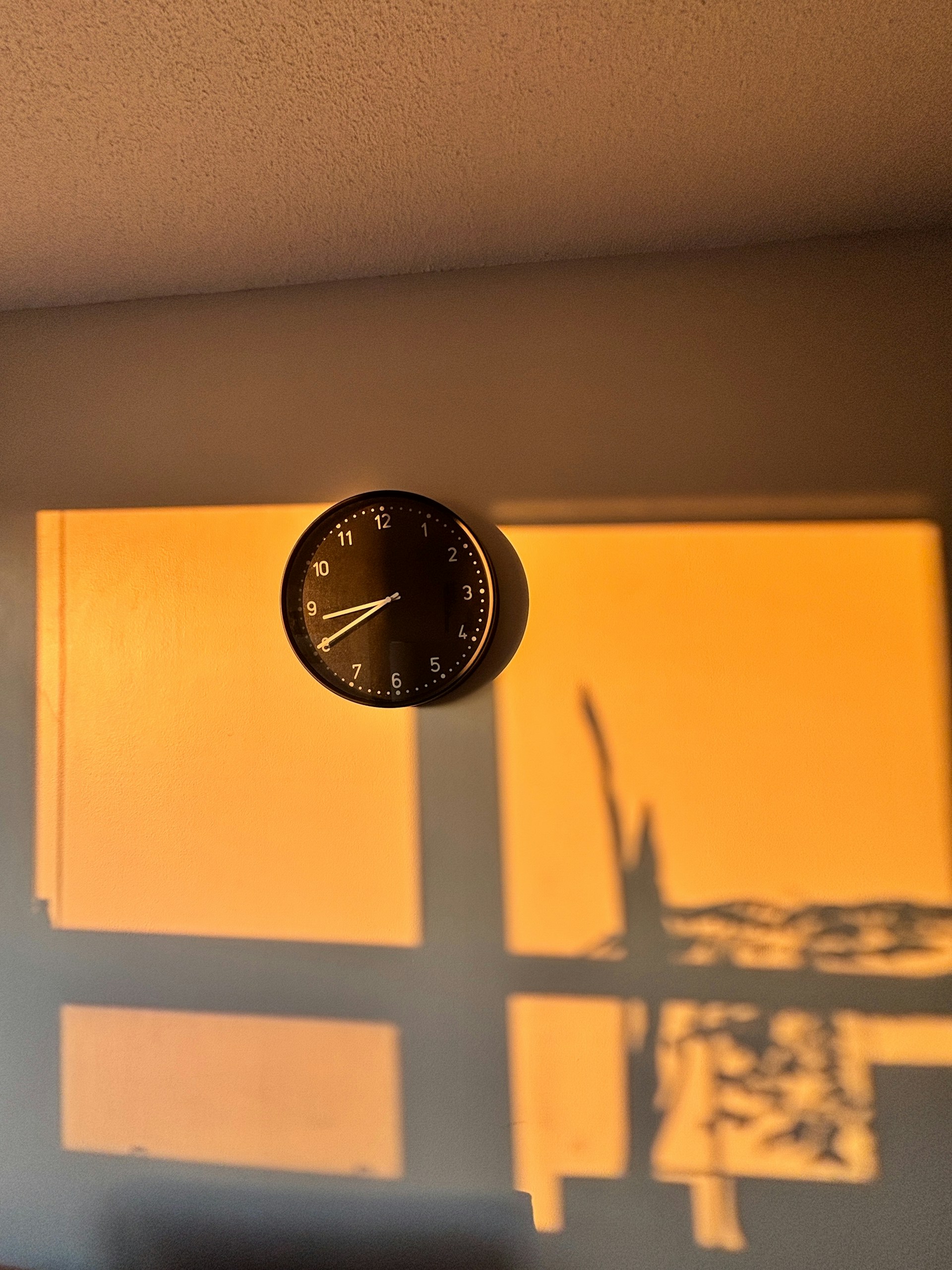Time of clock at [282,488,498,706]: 8:40
